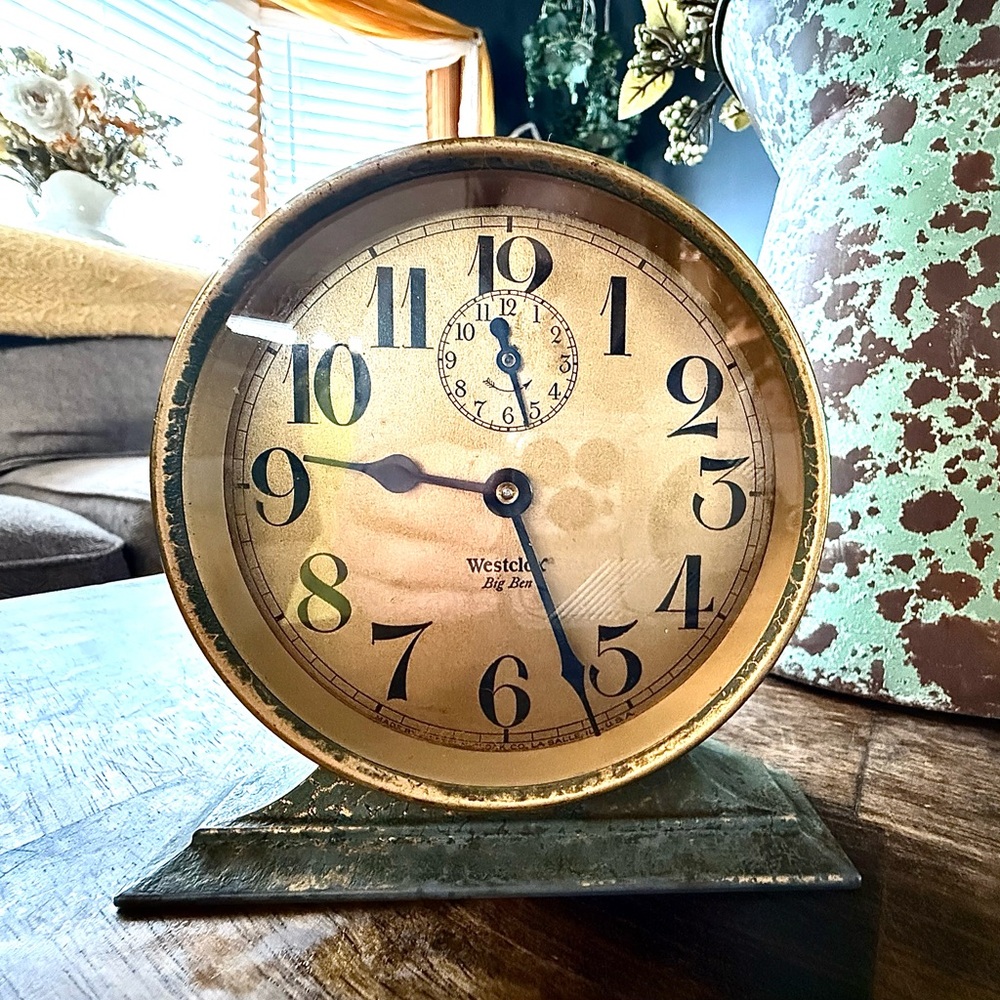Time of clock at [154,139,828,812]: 9:26
